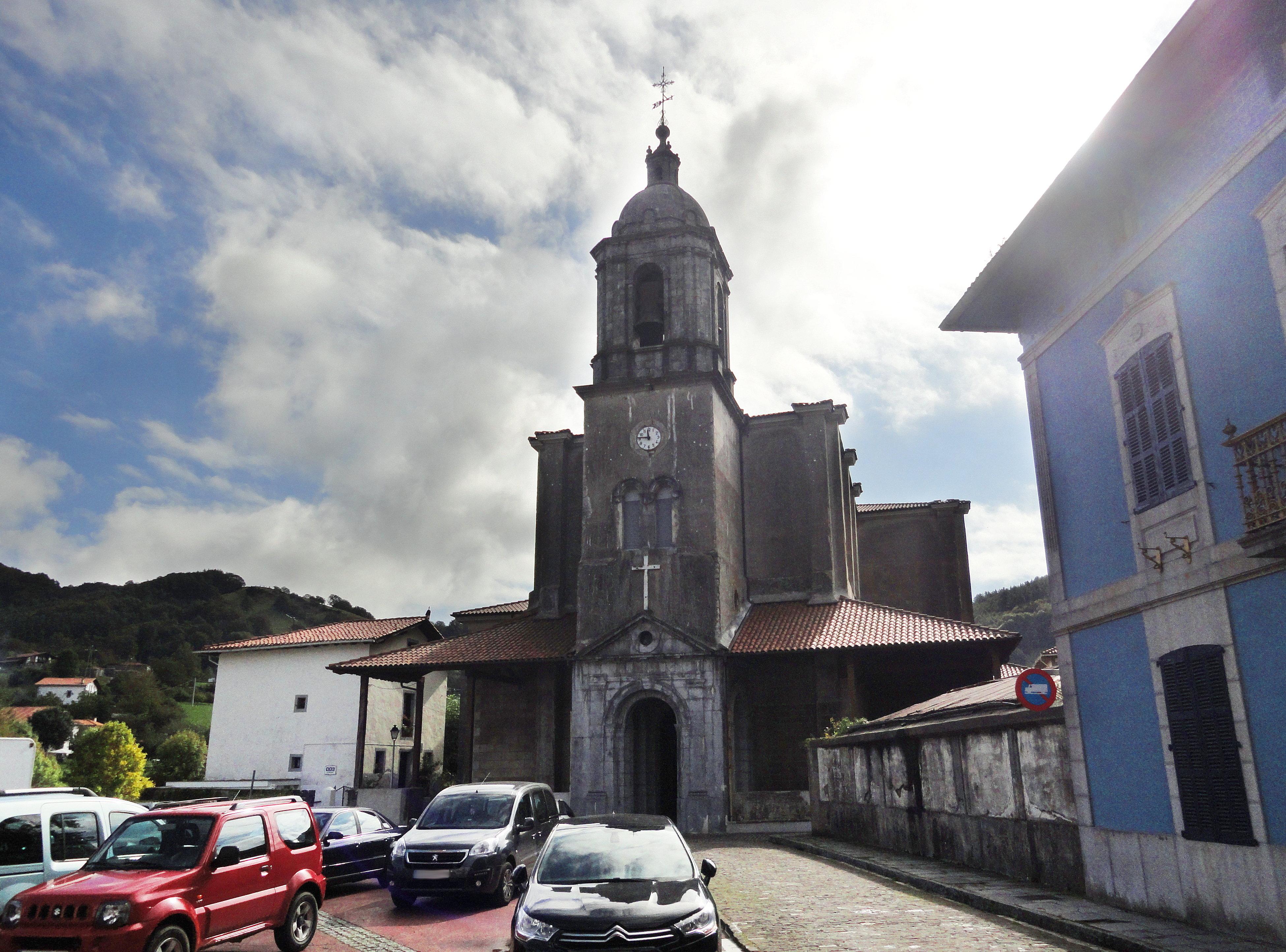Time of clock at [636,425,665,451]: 11:46
